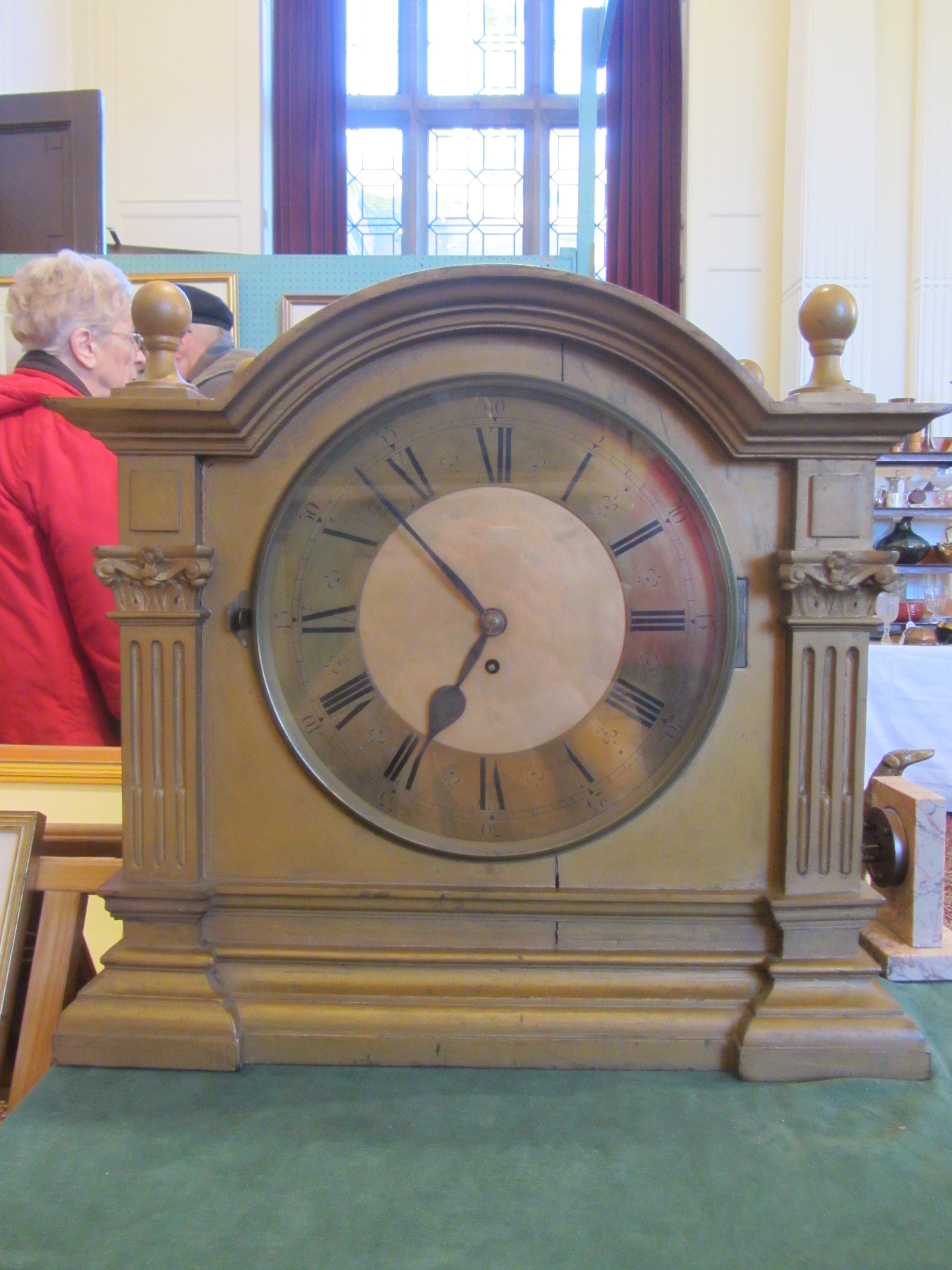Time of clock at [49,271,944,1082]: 6:53
